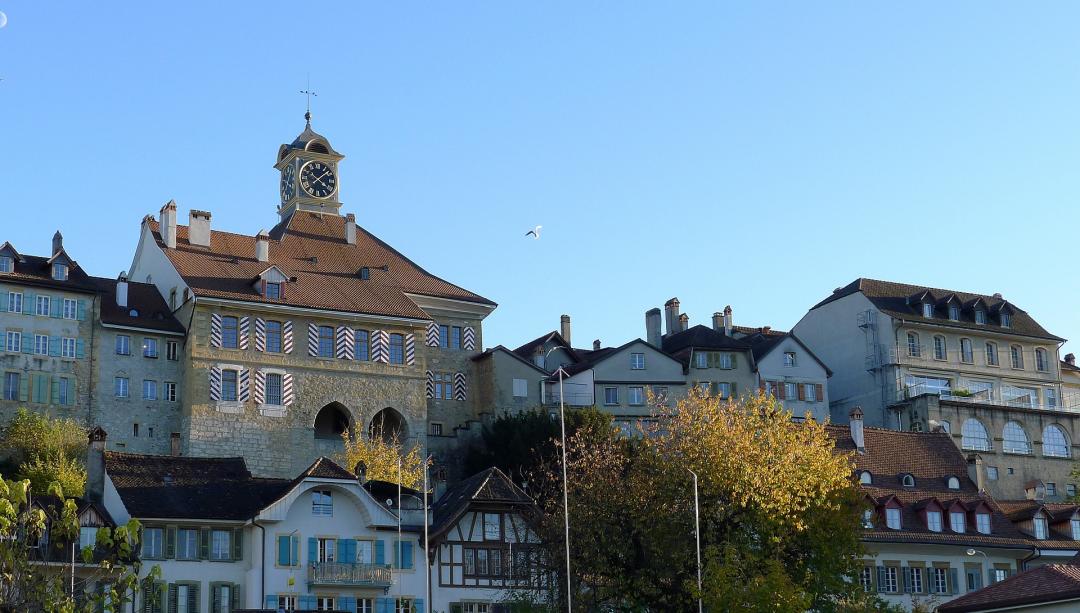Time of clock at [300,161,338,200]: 4:08
